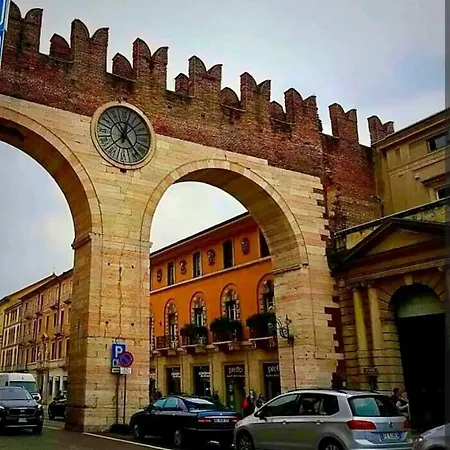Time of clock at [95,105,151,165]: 12:23
